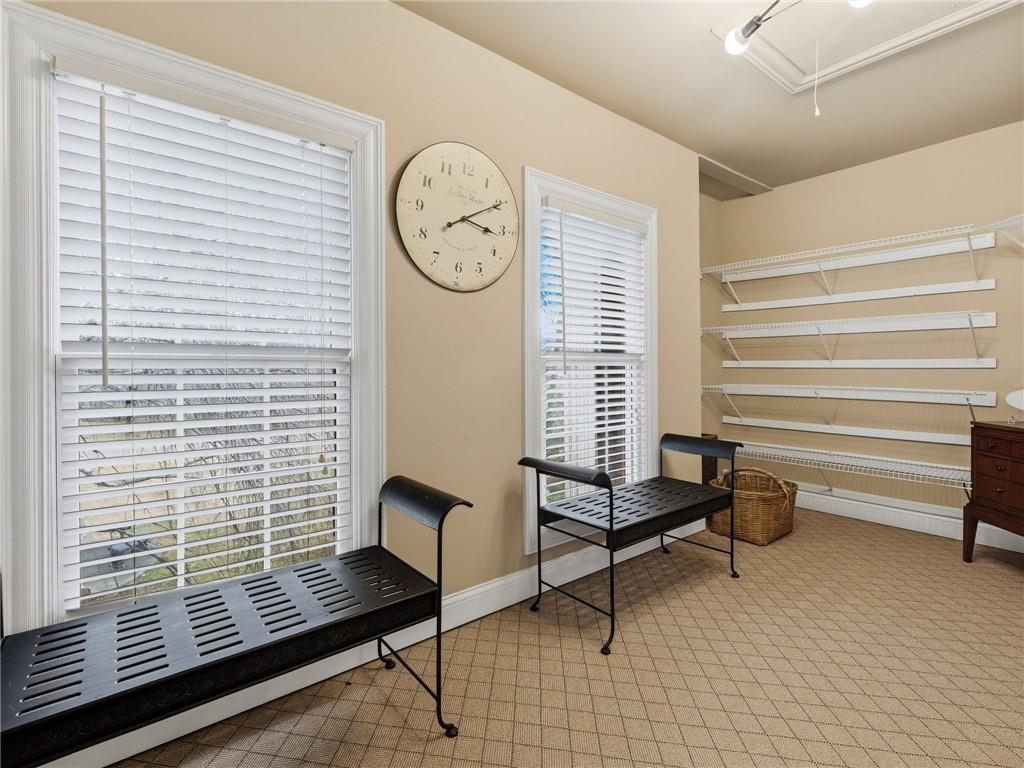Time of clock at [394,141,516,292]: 3:09
